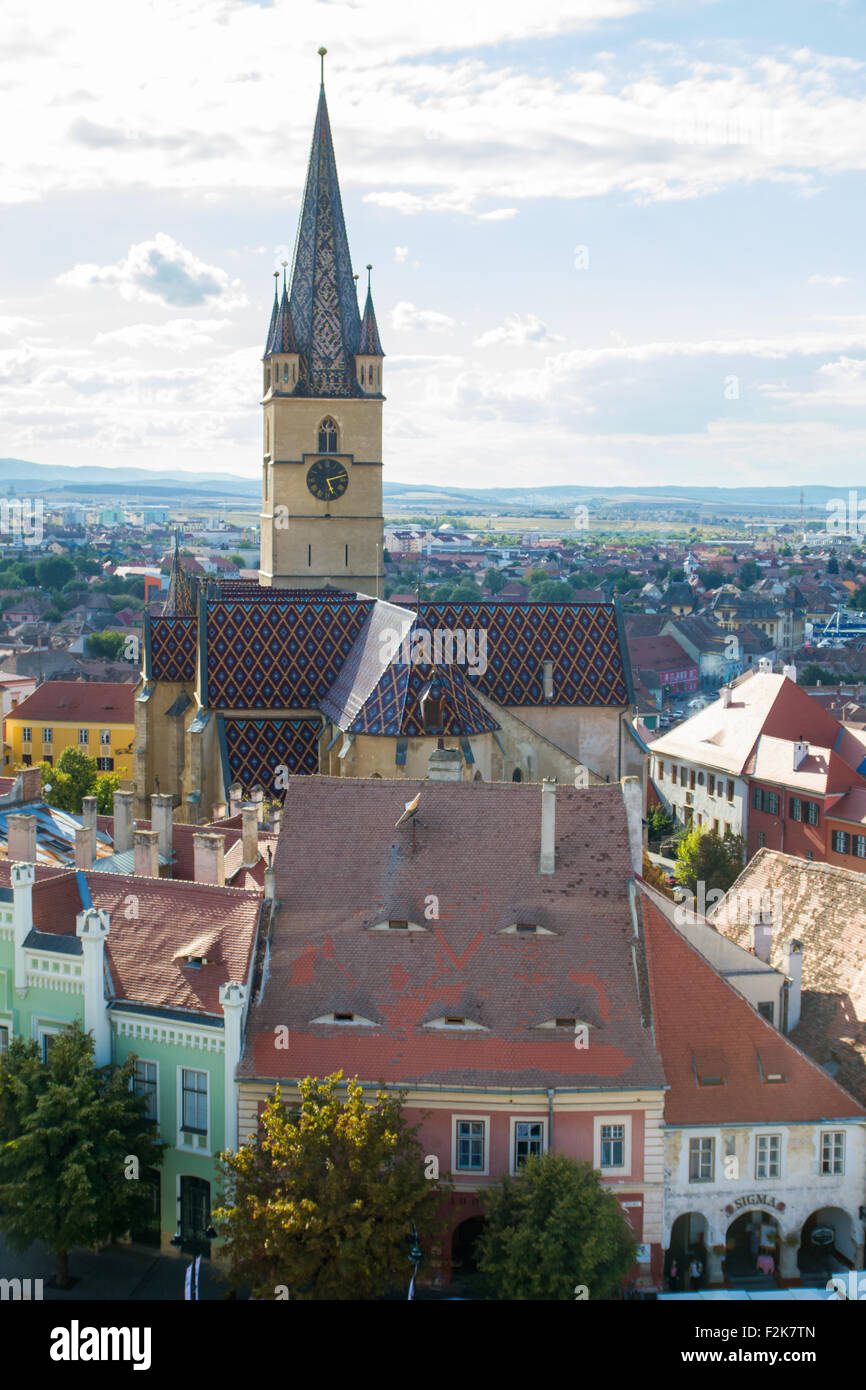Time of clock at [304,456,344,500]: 5:12
